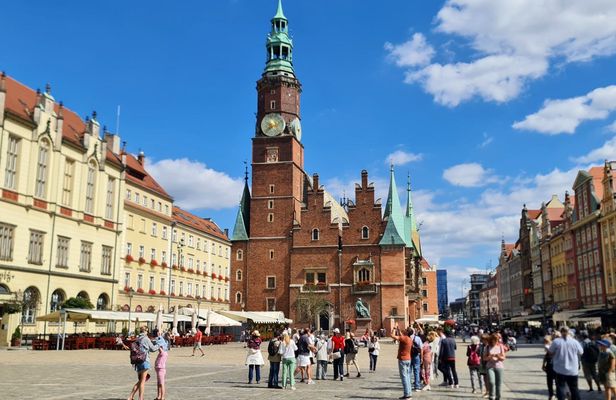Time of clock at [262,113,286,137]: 7:37
